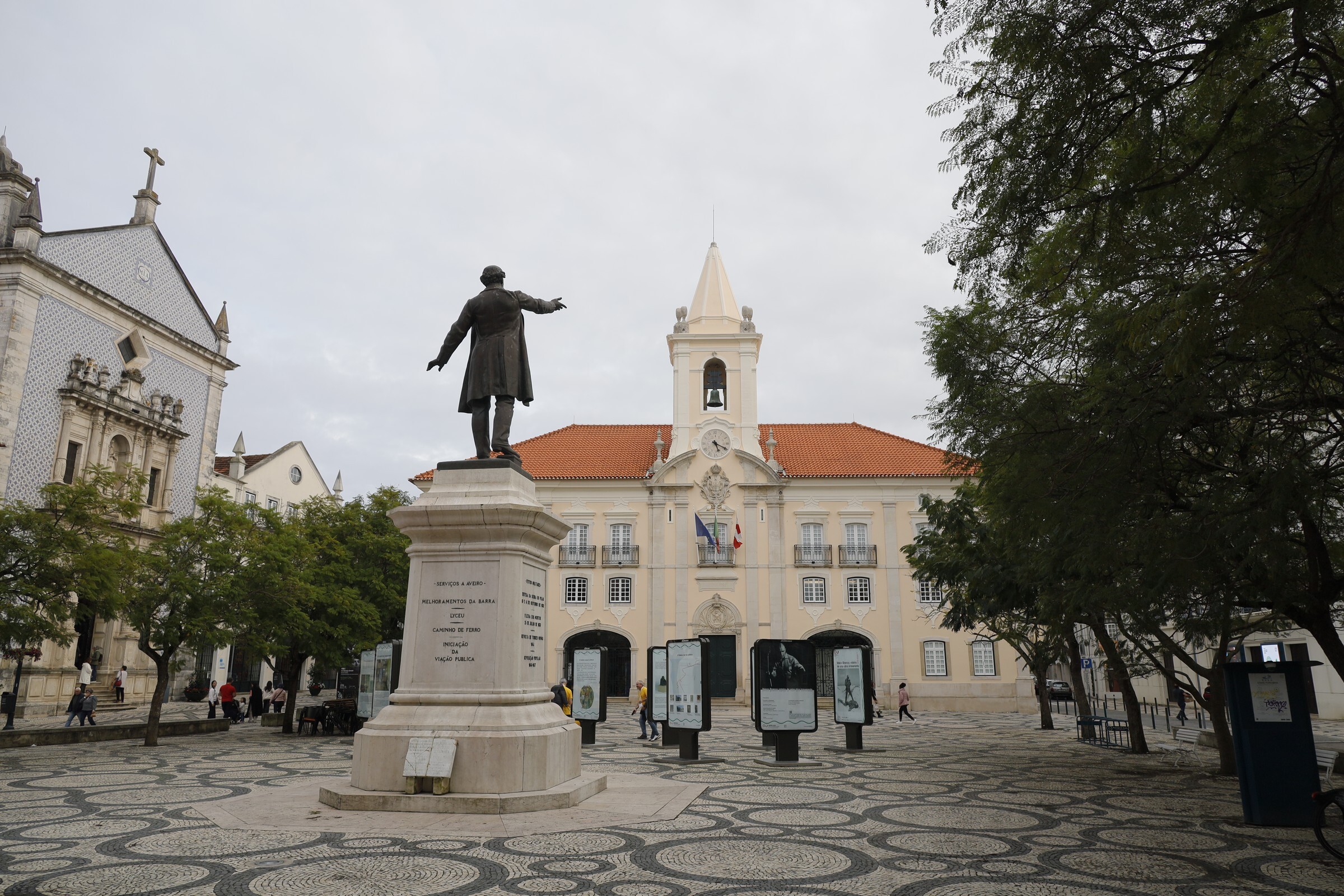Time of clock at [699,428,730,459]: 5:19
